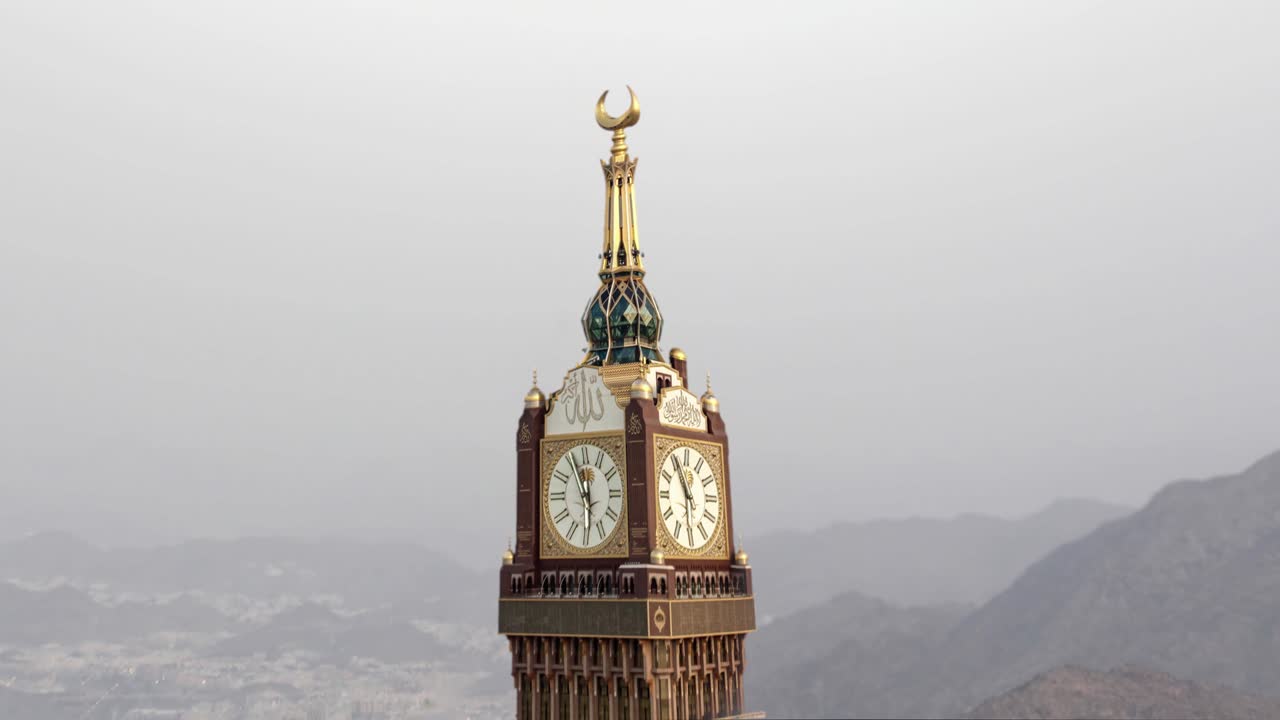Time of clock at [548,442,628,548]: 11:29
